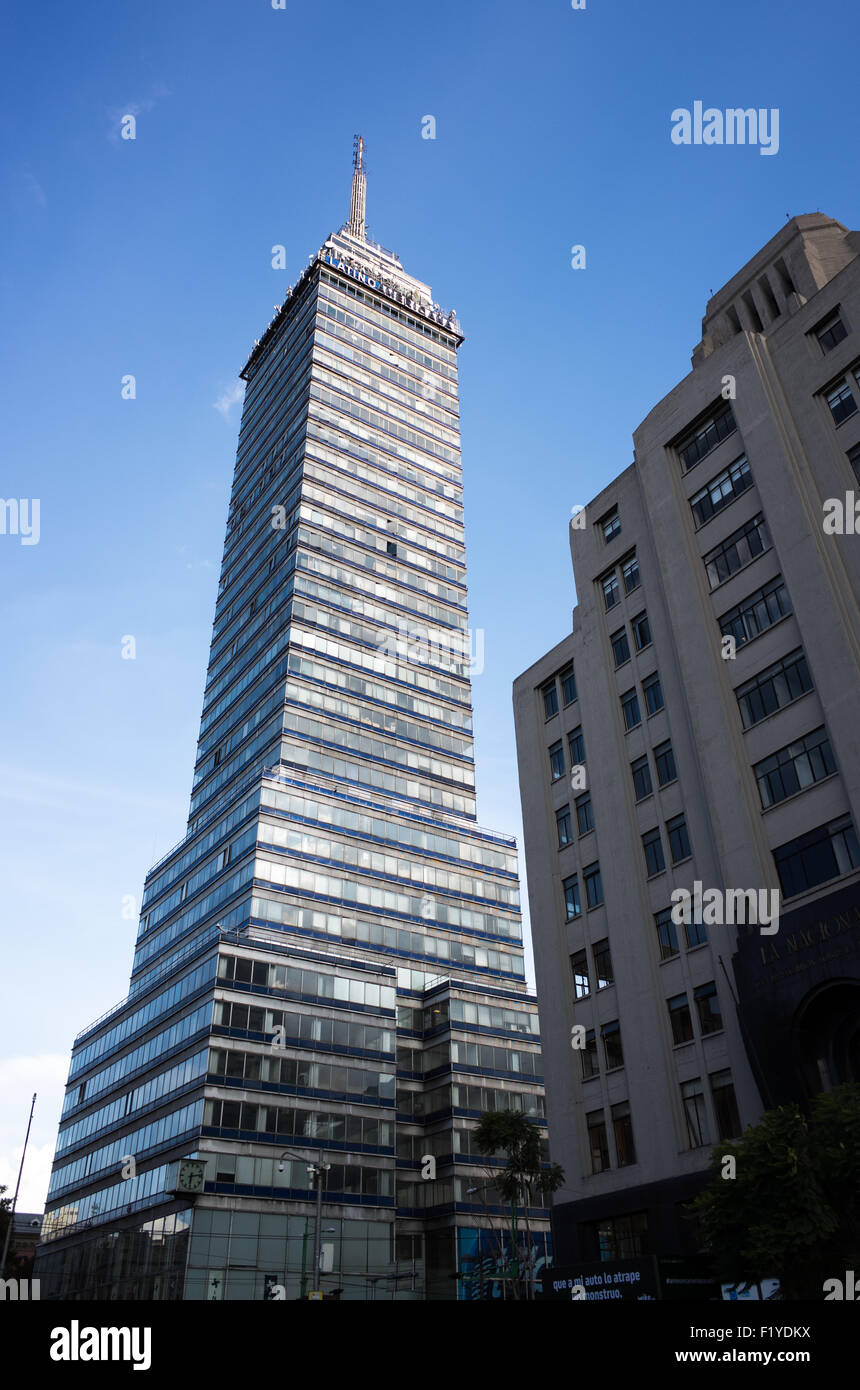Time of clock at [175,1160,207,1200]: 6:13
